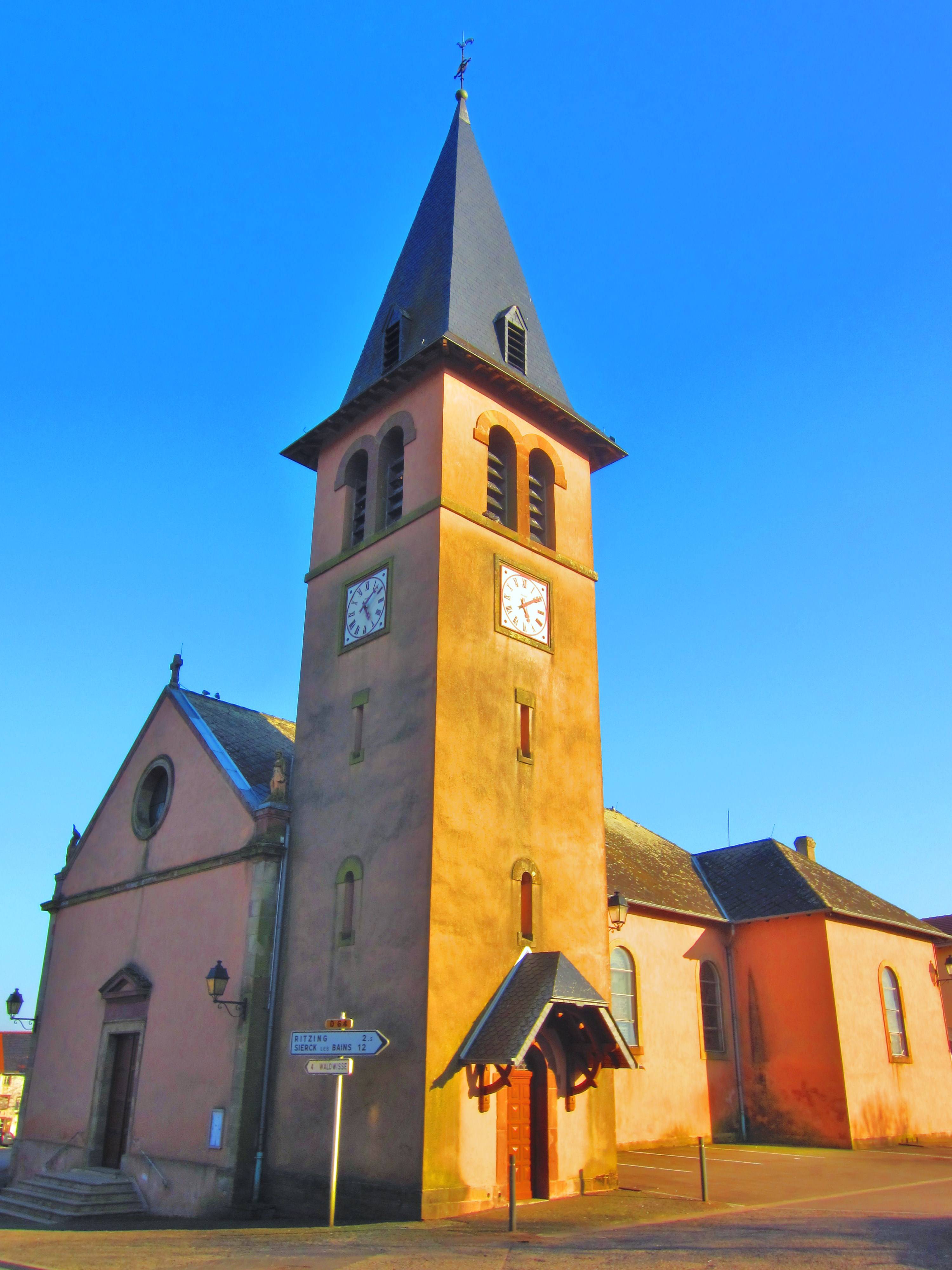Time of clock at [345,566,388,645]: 5:08
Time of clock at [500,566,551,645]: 5:09
